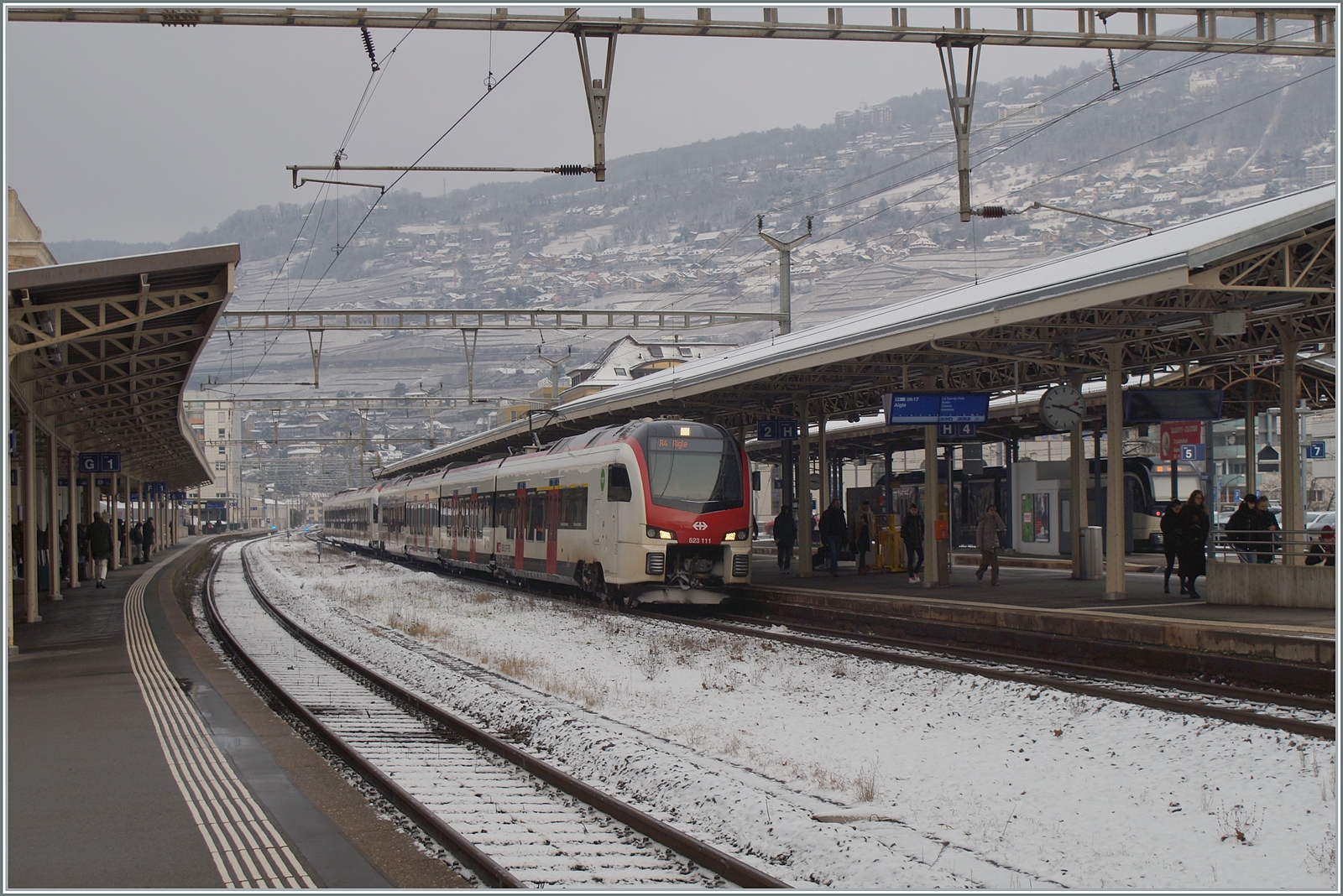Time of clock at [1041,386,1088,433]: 9:19
